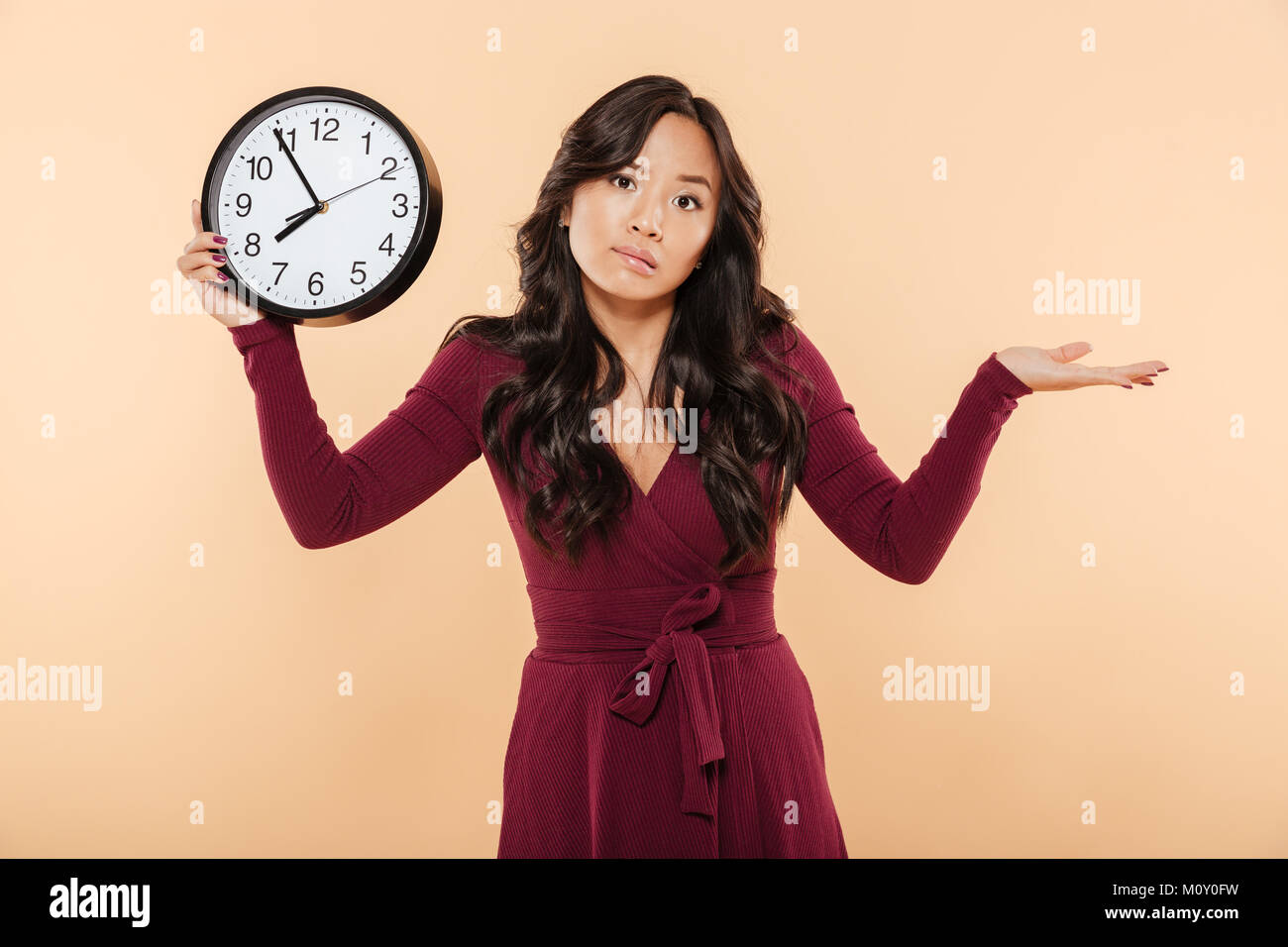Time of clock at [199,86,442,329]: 7:54
